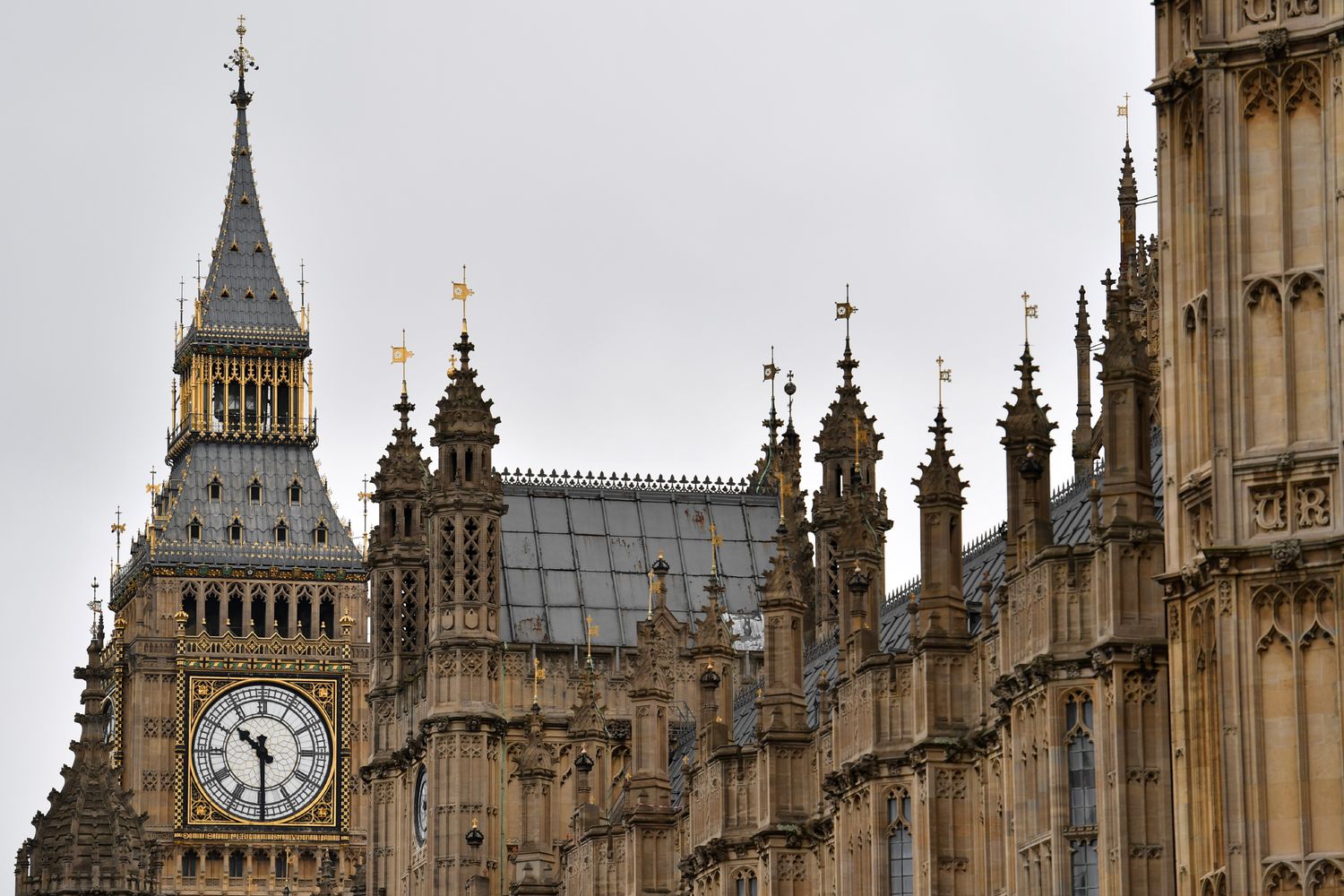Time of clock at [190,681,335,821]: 10:29
